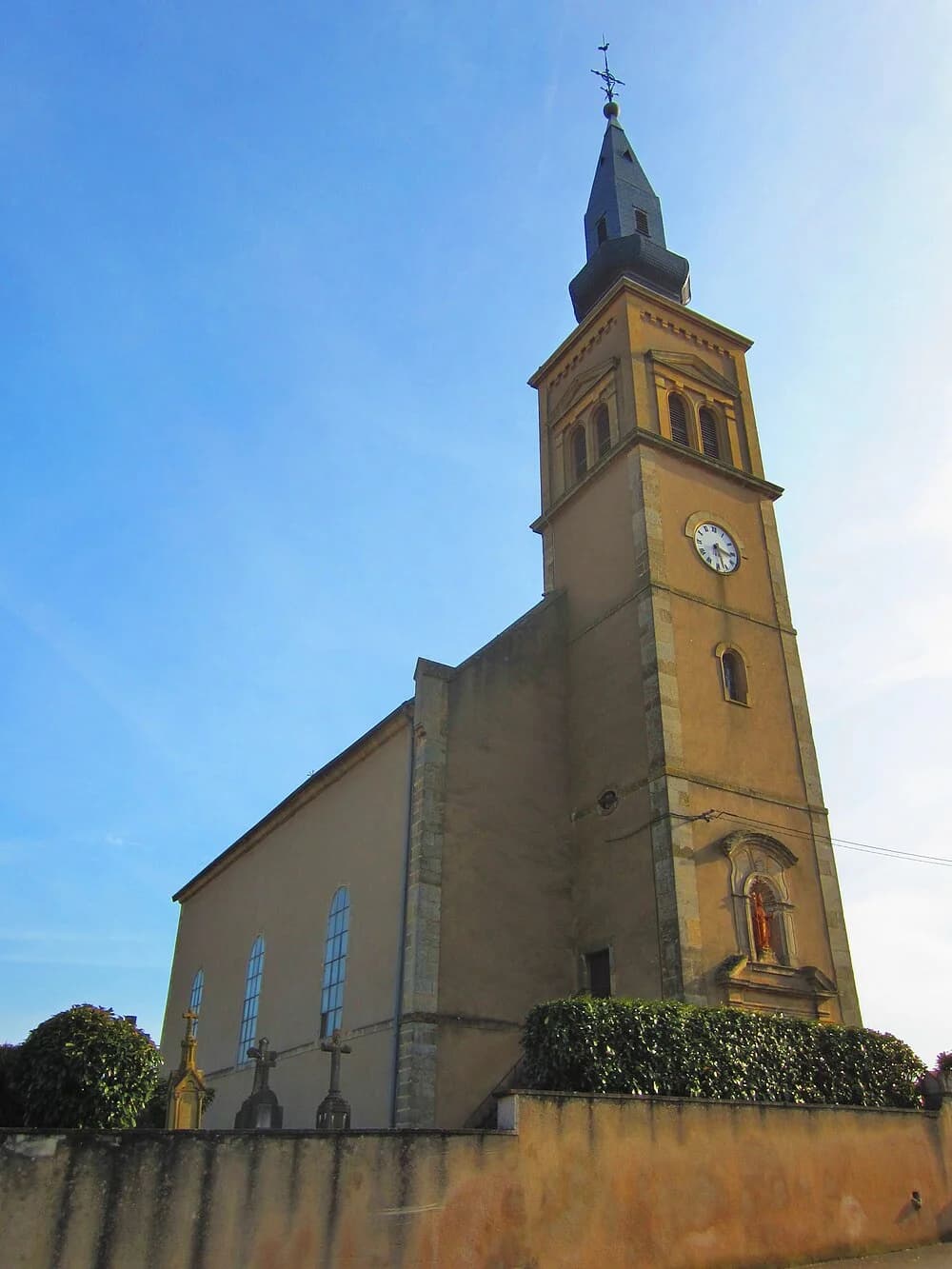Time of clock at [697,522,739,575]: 3:27
